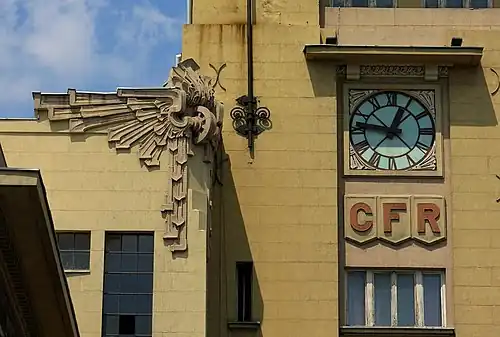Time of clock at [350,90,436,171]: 12:46
